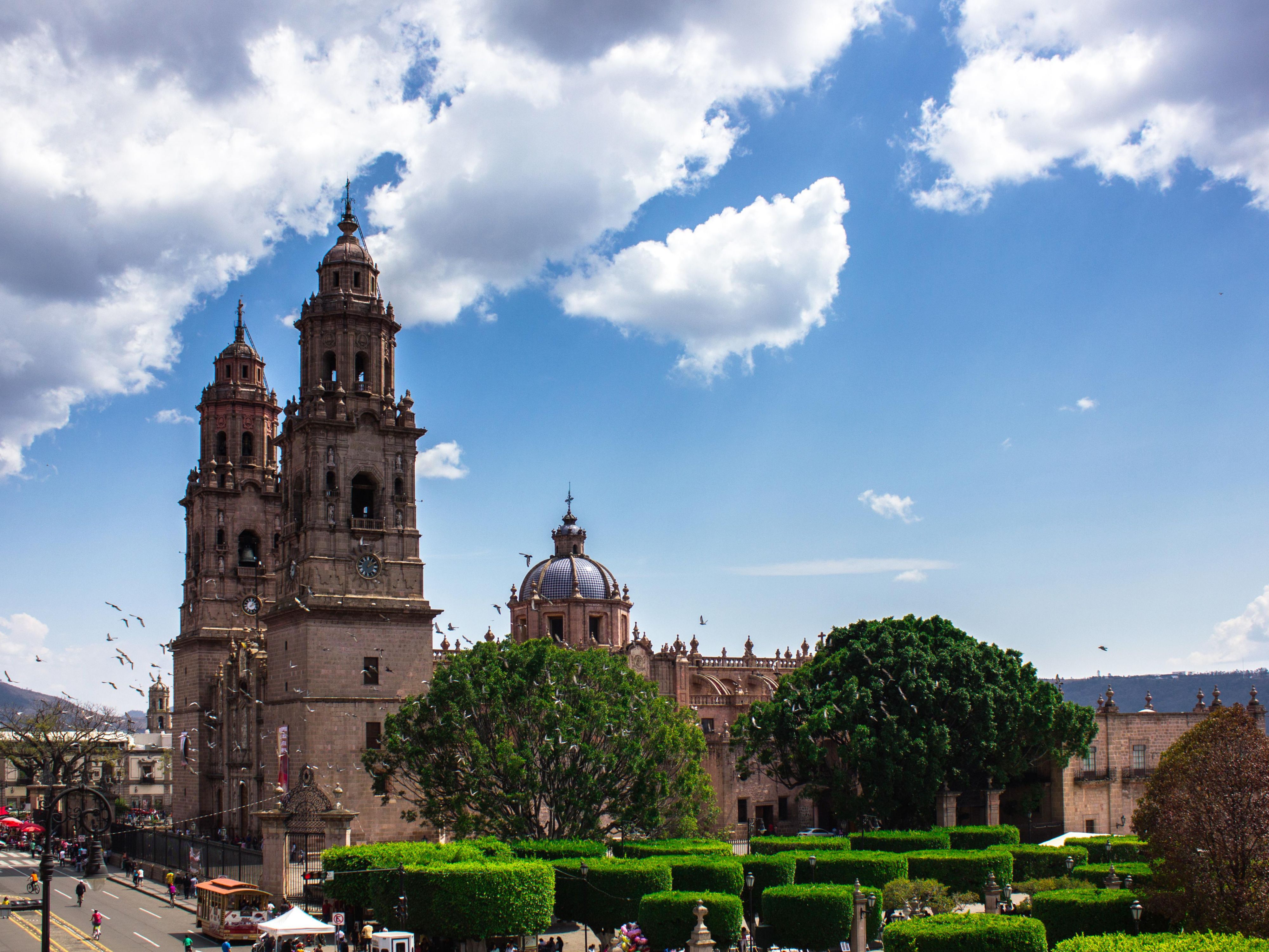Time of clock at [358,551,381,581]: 1:09
